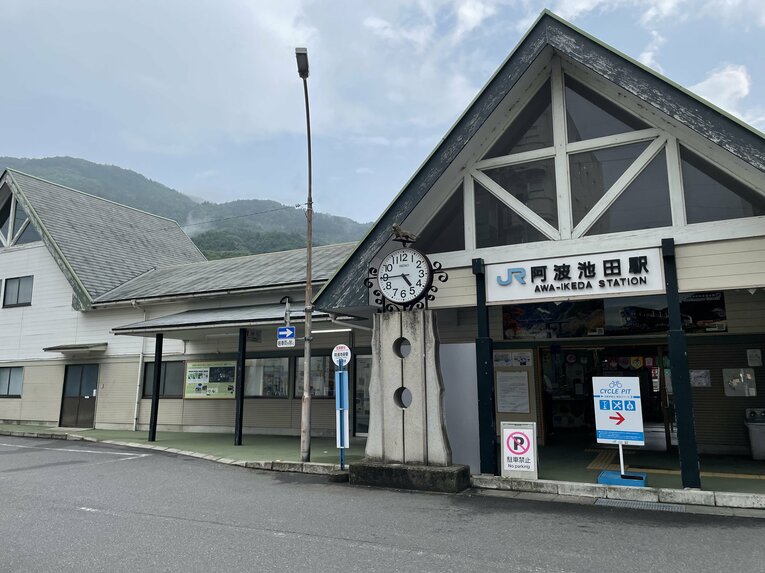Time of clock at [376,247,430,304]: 4:44
